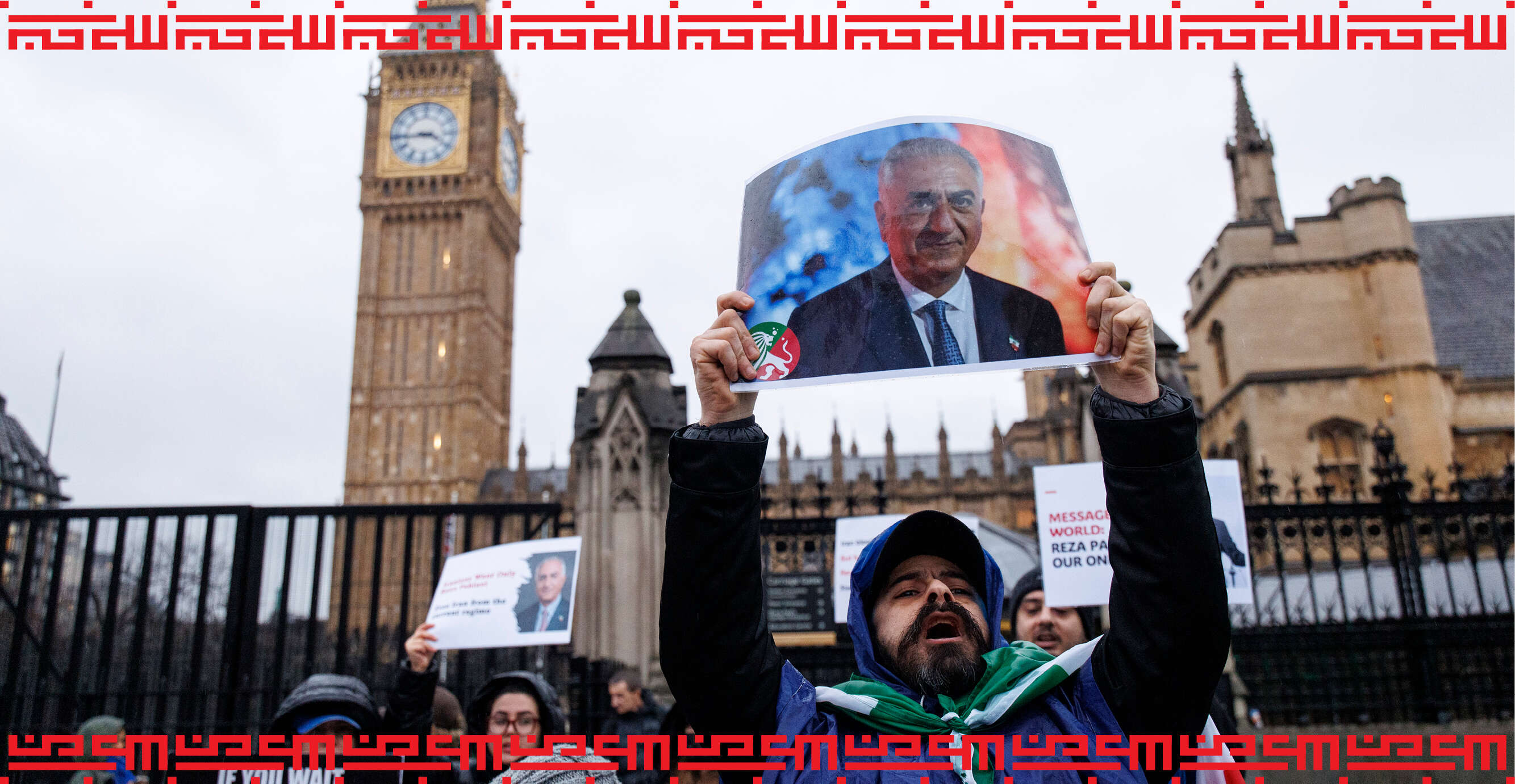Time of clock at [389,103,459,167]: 3:43
